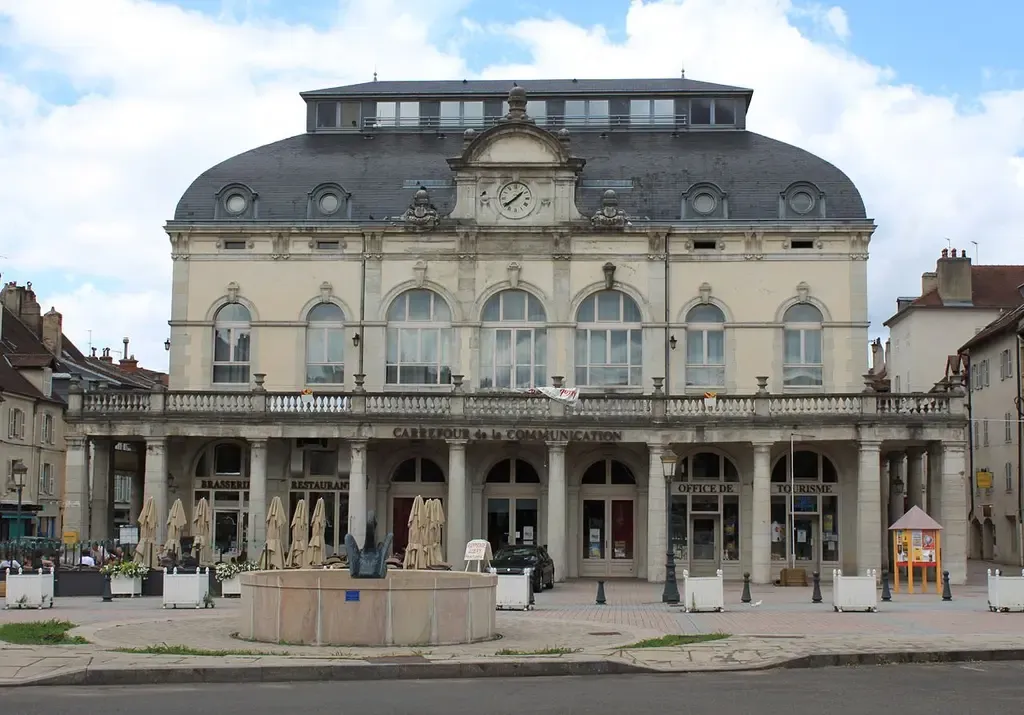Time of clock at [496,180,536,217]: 1:38
